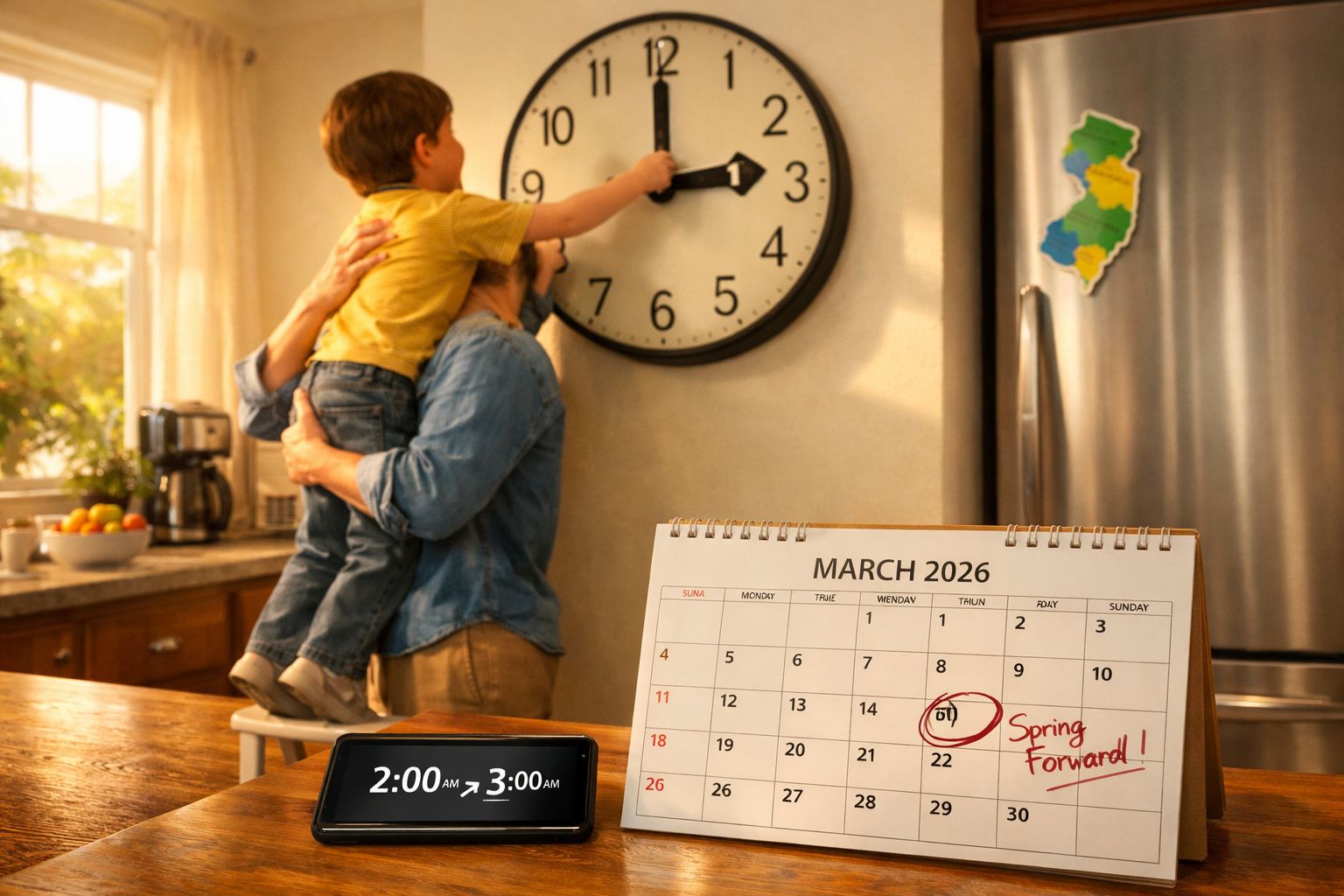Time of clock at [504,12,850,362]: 2:59
